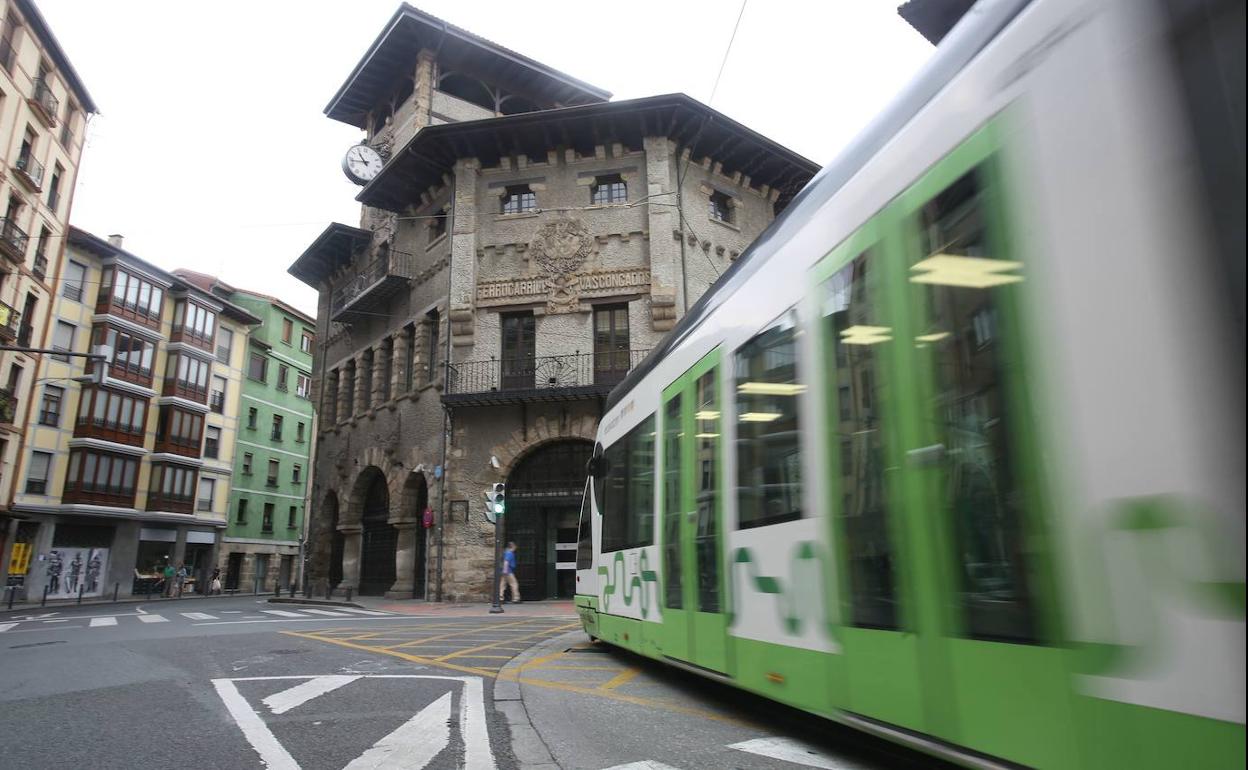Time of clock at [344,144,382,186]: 10:43
